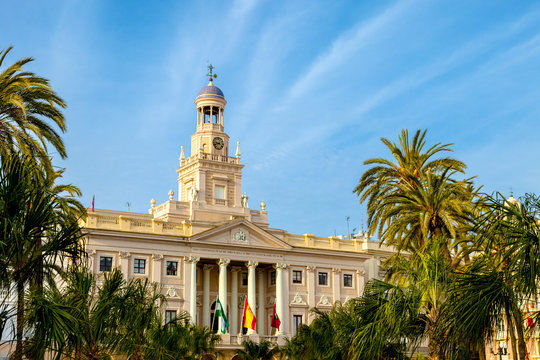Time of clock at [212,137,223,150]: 9:42
